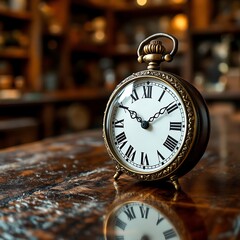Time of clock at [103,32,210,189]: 1:50
